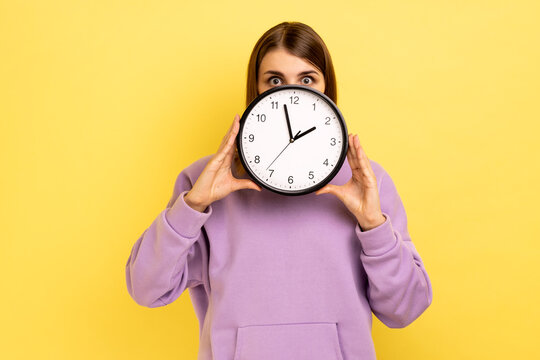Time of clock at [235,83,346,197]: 1:57
